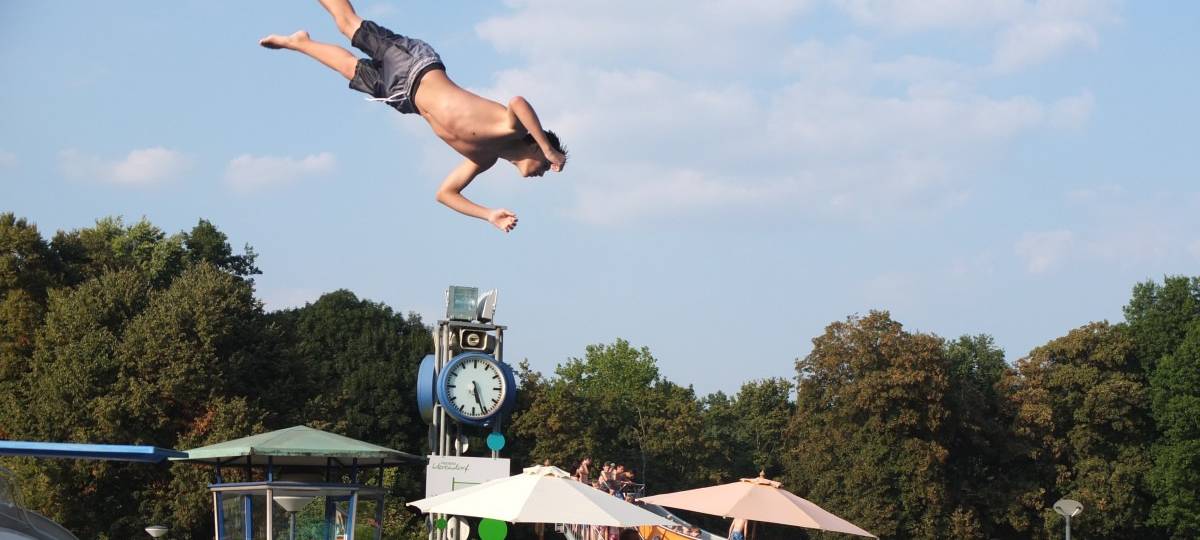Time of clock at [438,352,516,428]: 5:26
